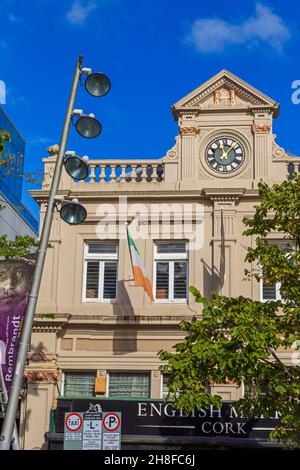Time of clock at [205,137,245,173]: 11:07
